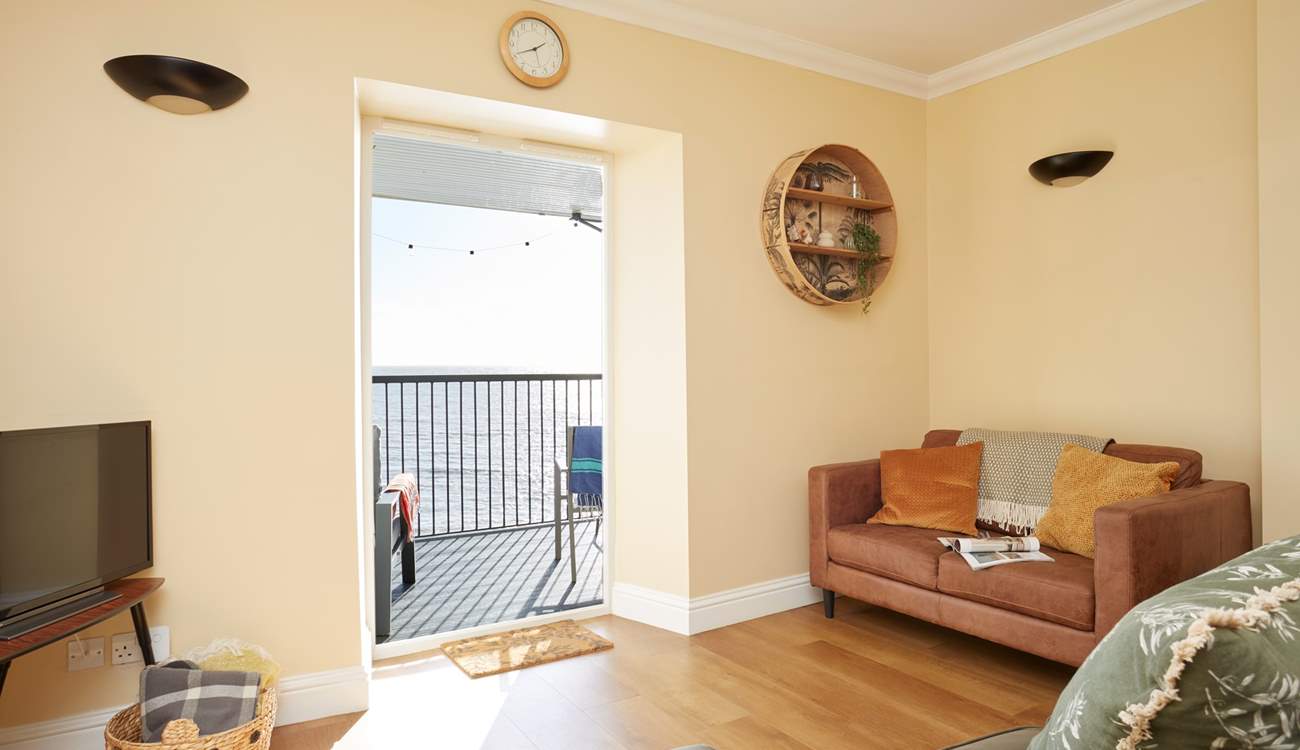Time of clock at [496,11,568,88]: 1:40
